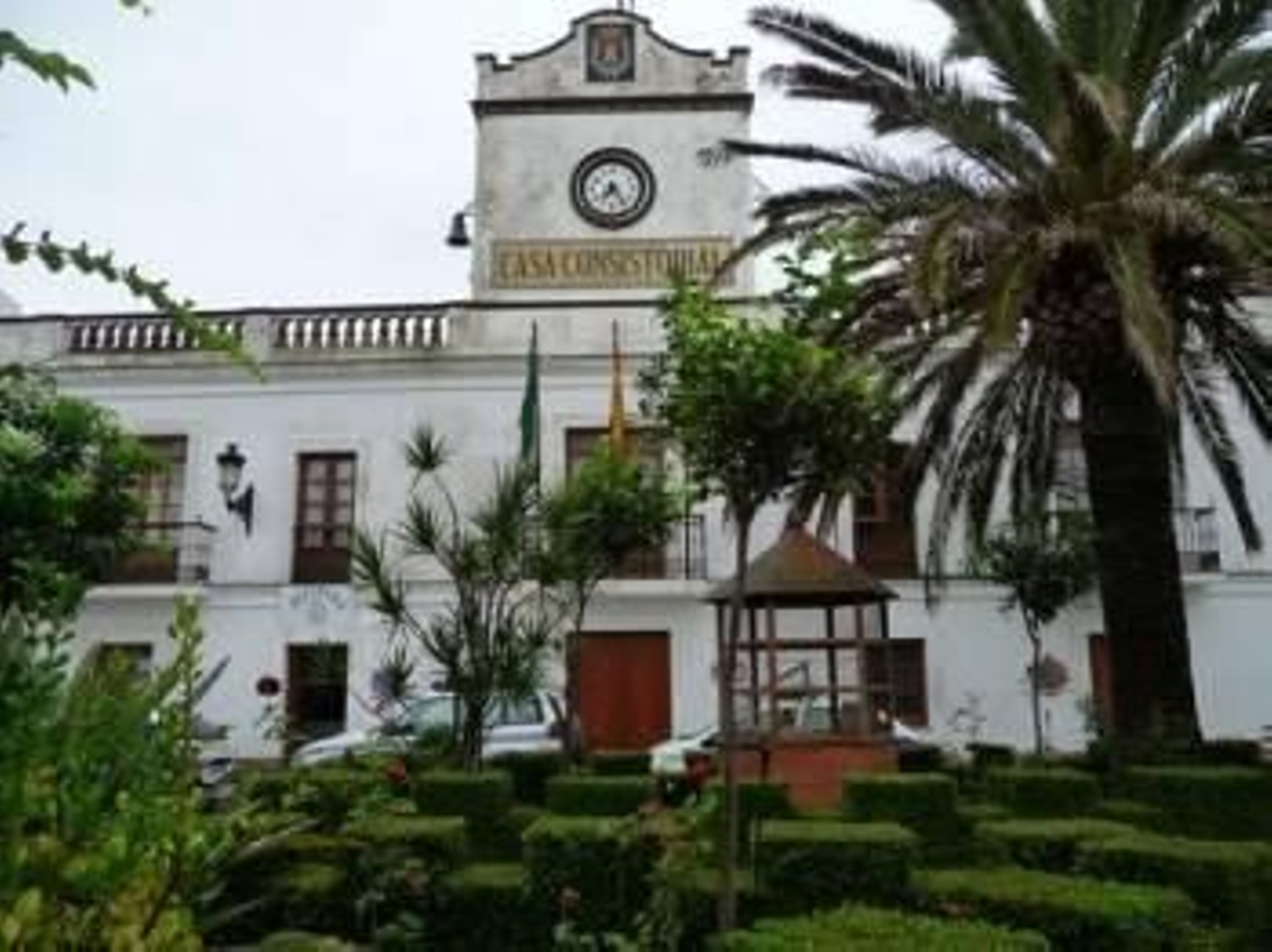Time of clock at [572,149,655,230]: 7:24
